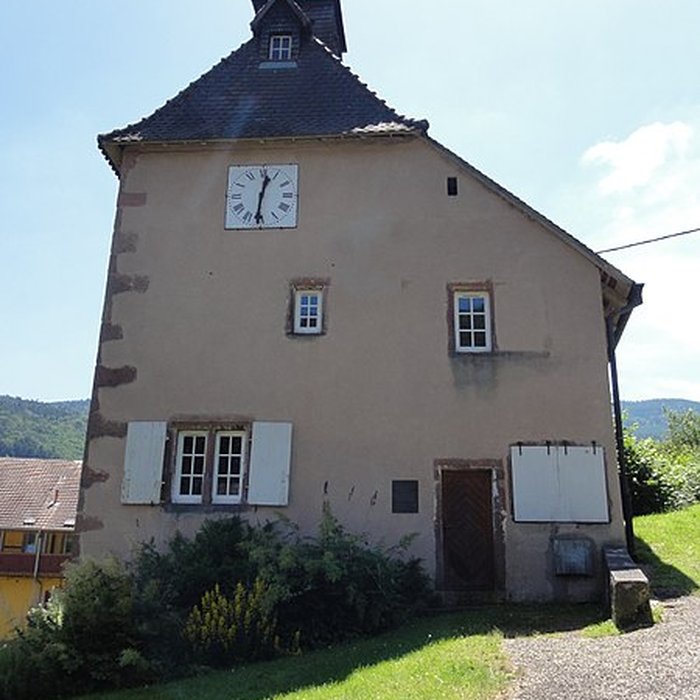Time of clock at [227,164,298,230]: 12:31
